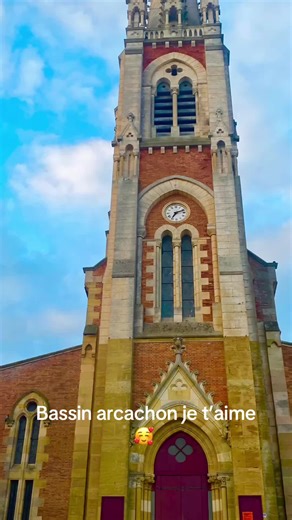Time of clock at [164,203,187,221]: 7:11
